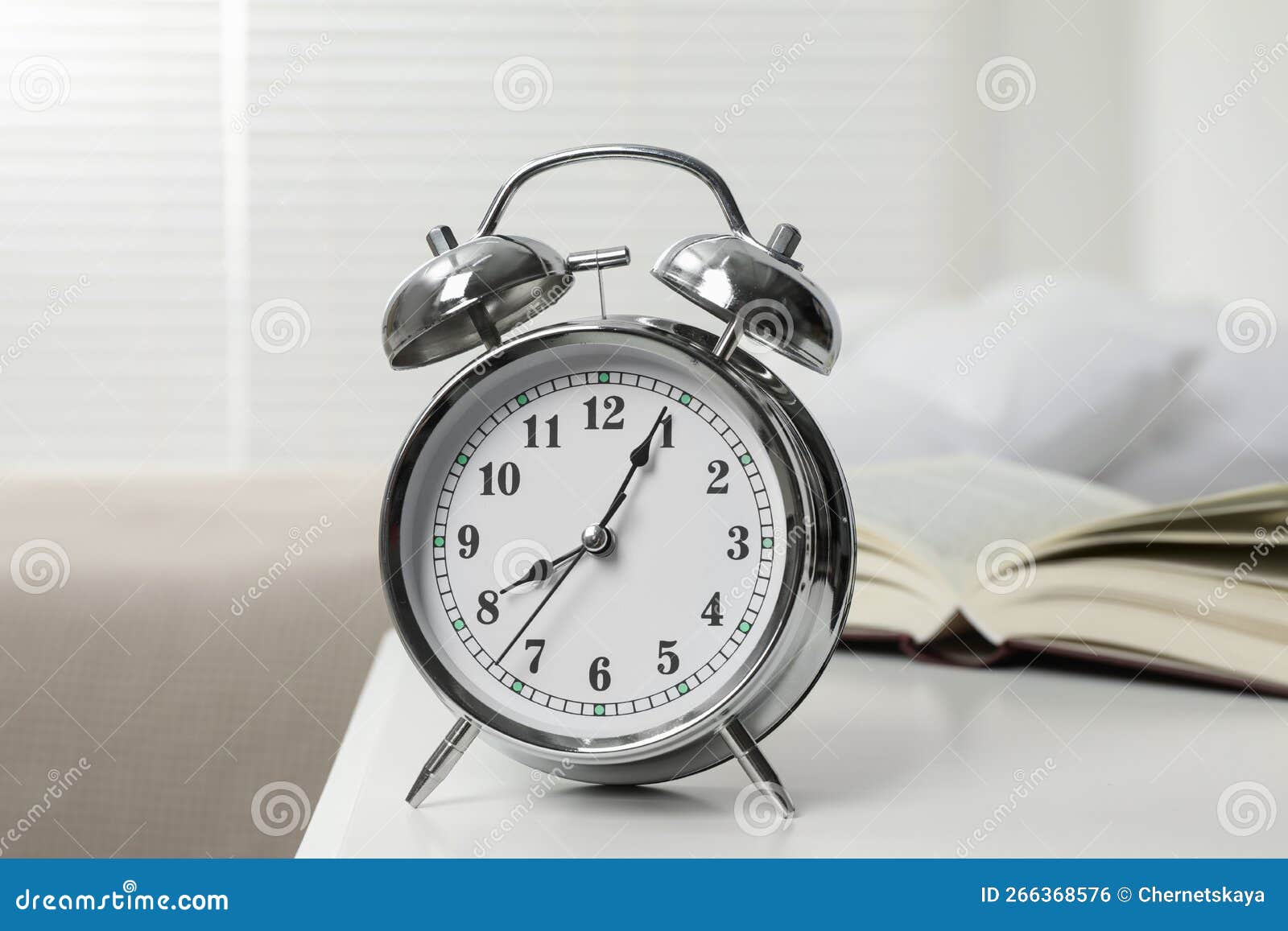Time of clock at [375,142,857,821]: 8:04
